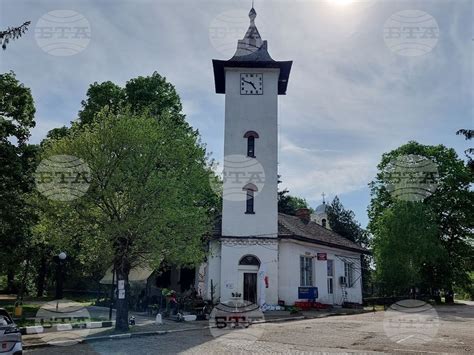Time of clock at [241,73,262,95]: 4:48
